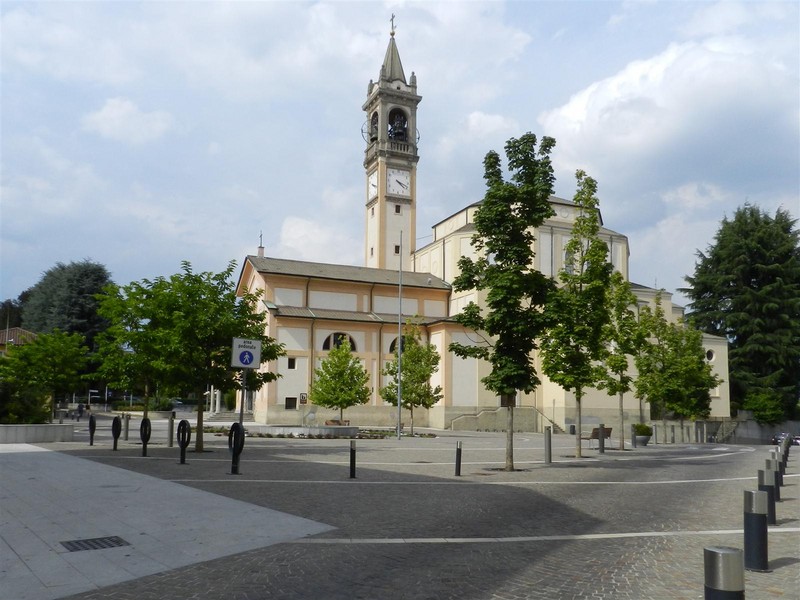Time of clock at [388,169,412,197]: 4:18
